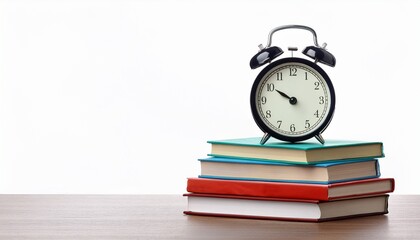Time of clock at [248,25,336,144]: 9:50
